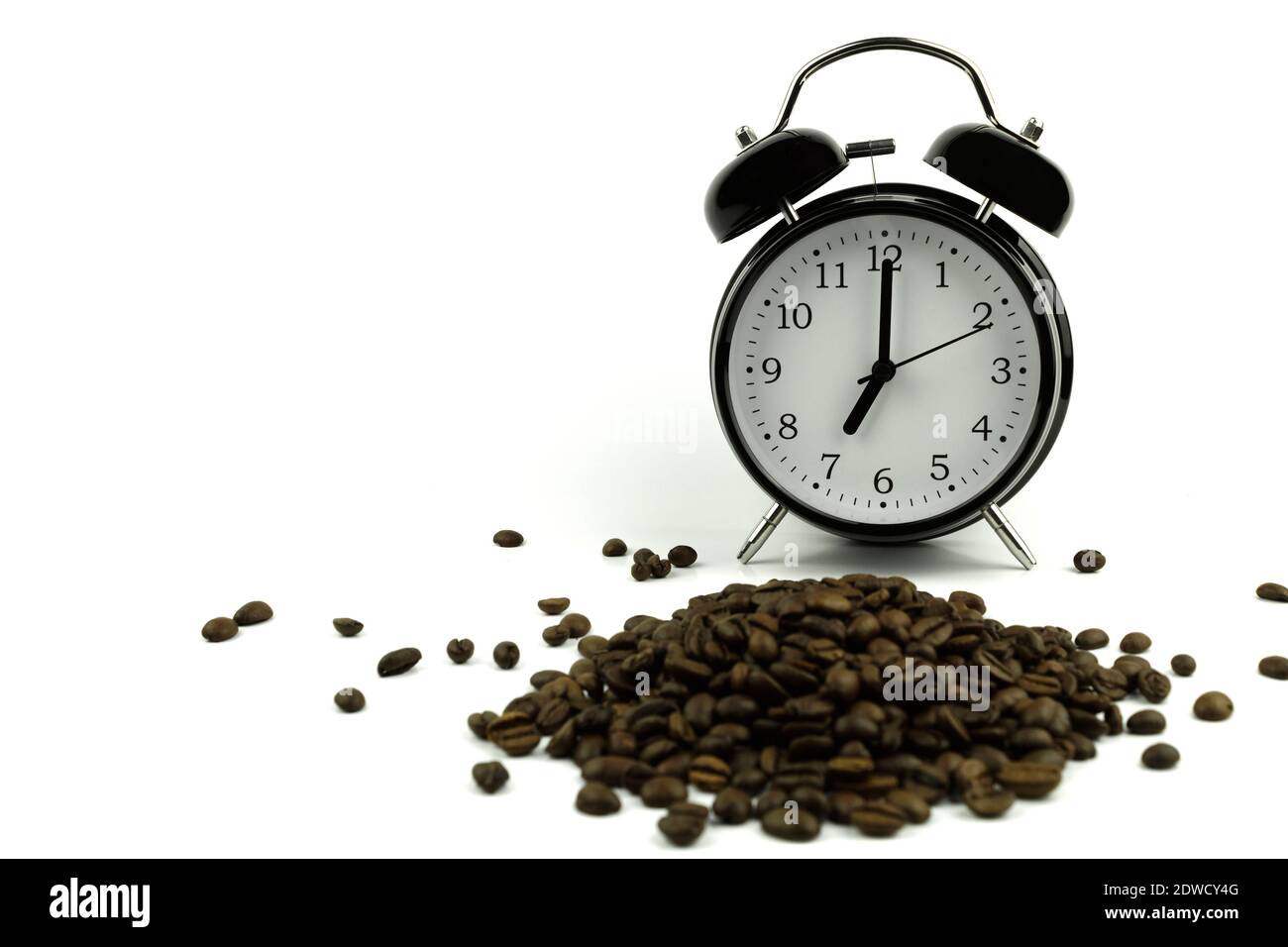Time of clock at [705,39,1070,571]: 7:00
